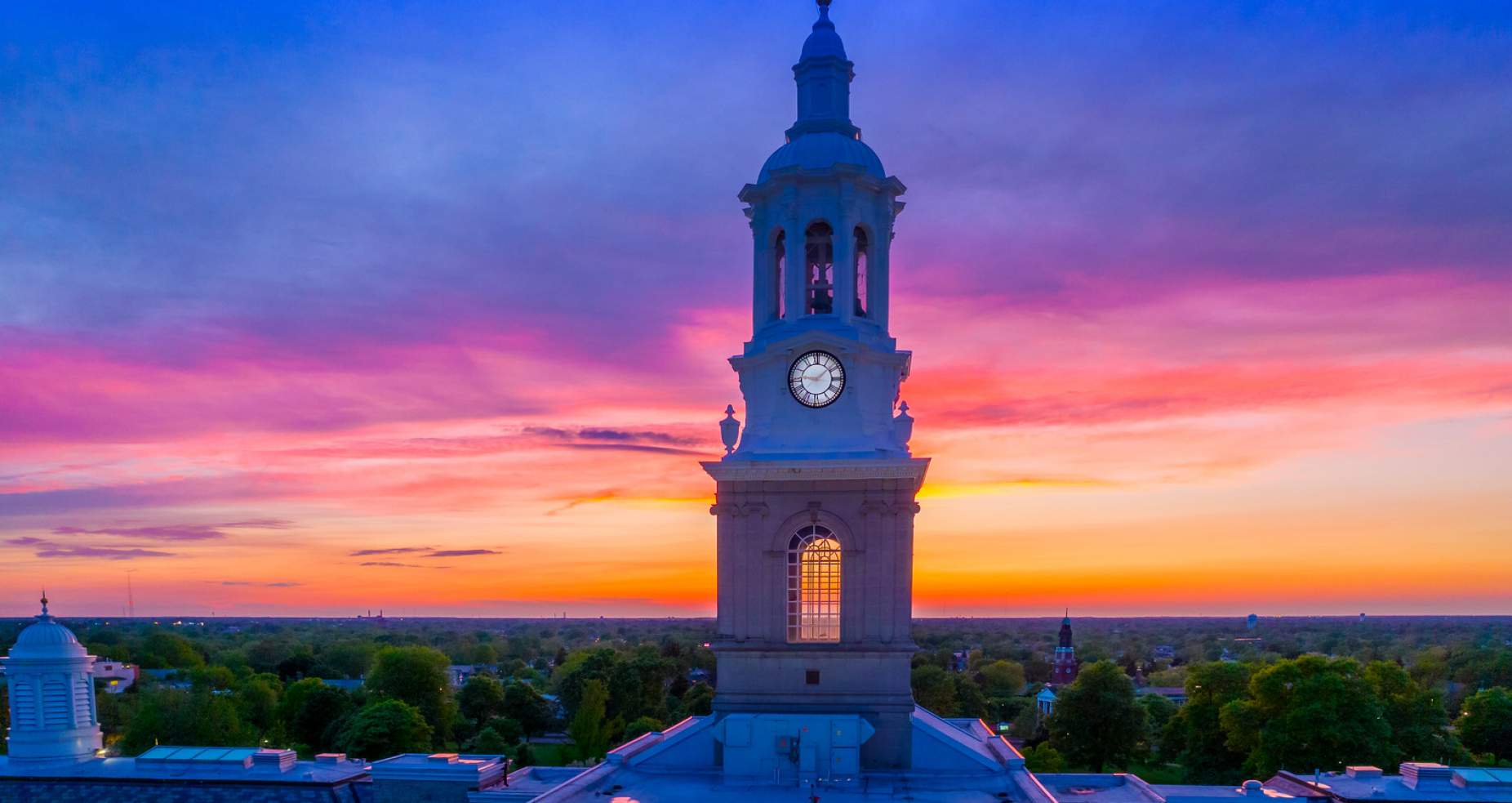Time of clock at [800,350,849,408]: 9:08
